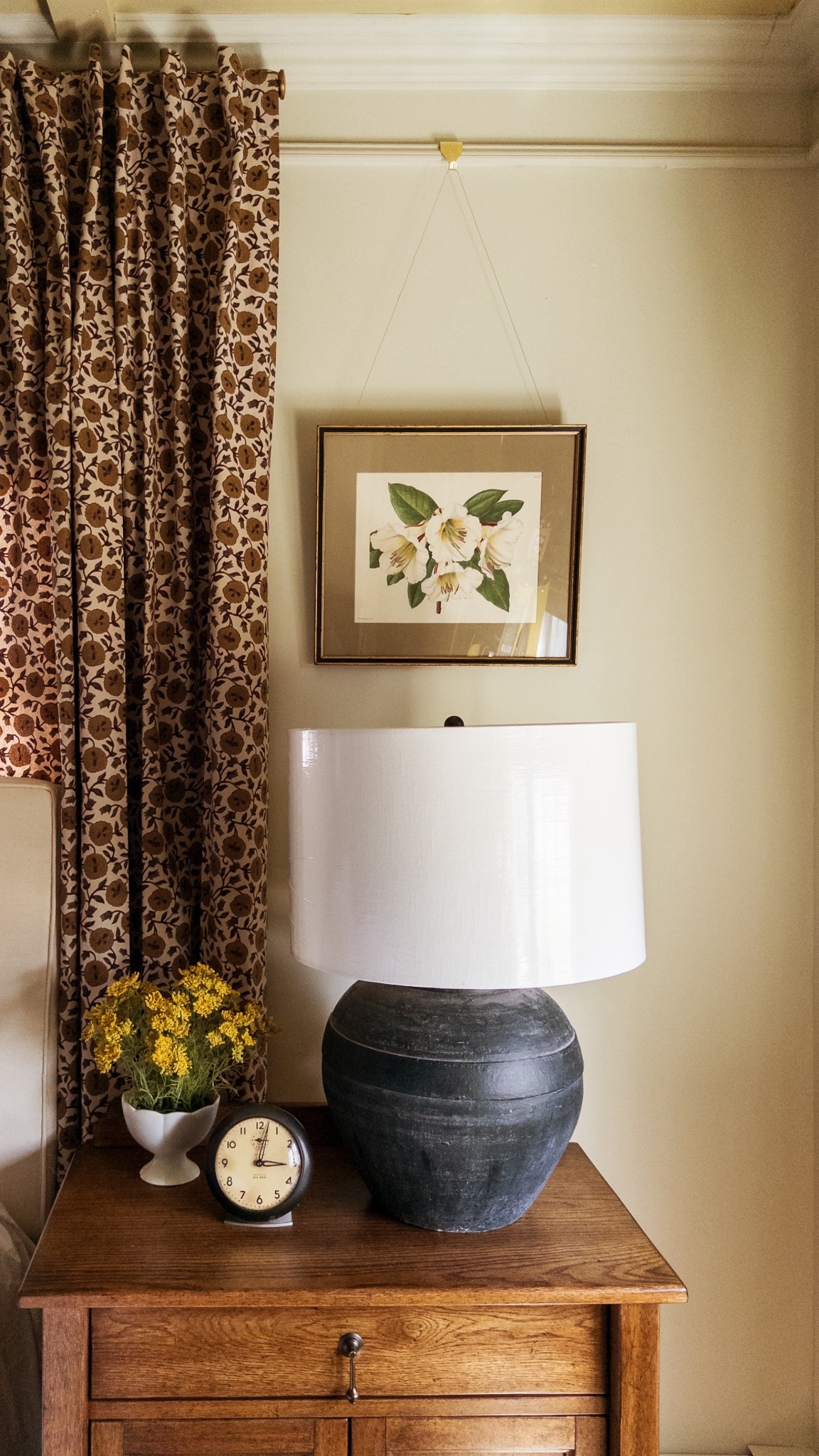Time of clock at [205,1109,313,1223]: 3:02
